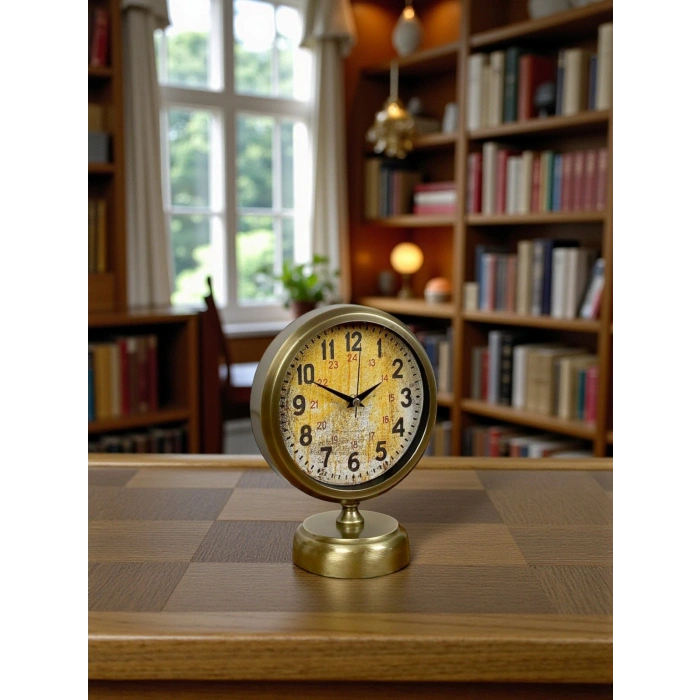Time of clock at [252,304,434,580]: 1:49
